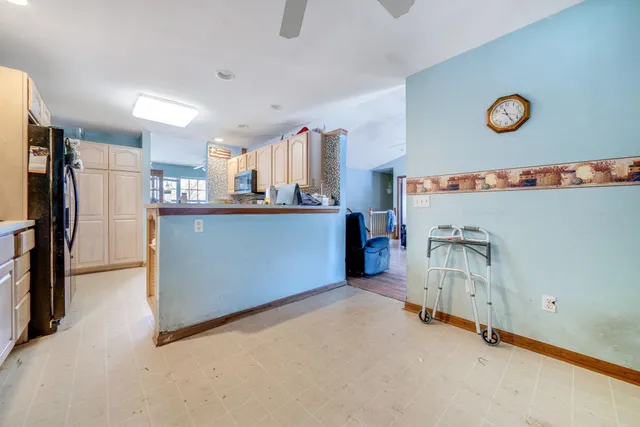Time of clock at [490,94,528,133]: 11:24
